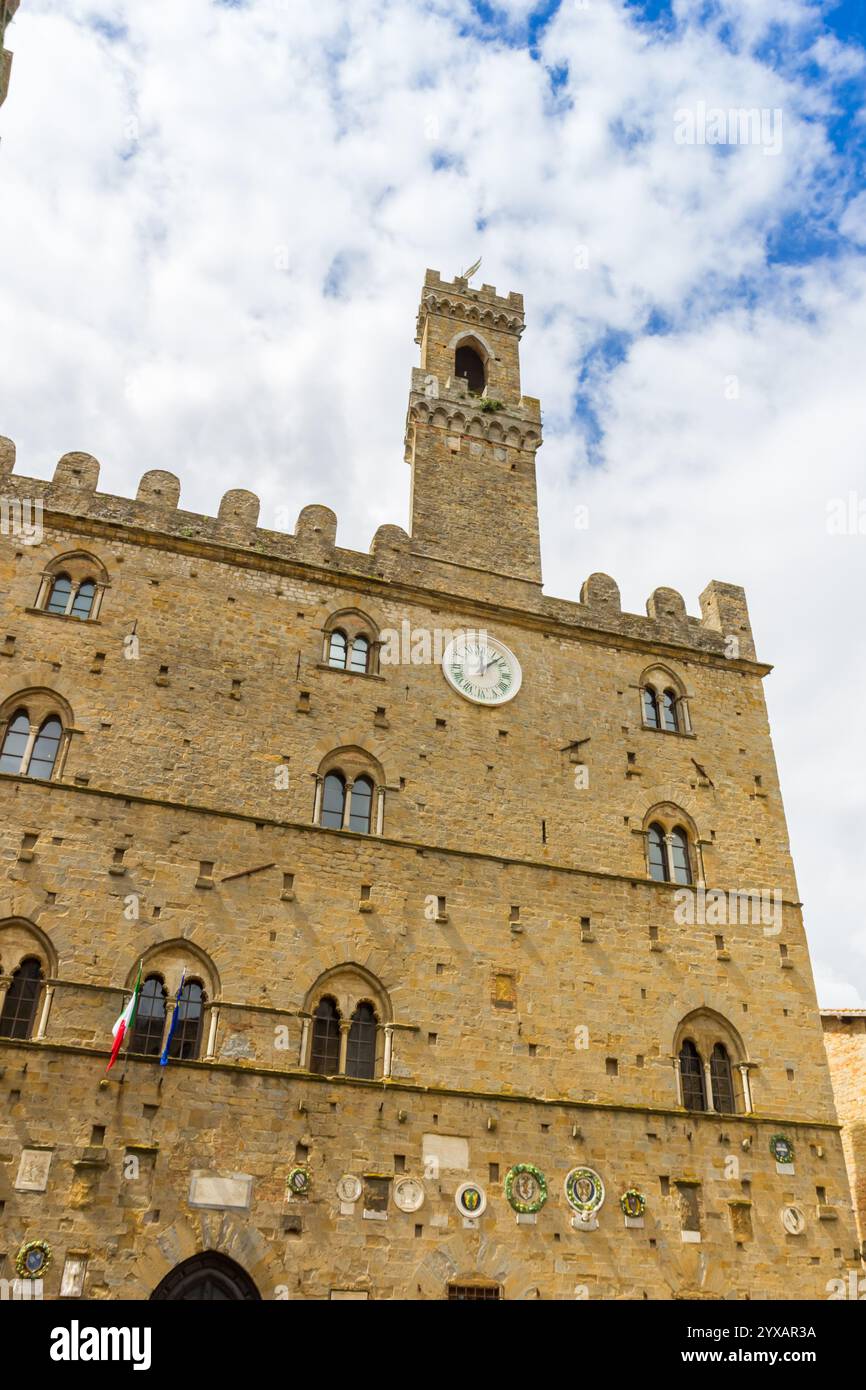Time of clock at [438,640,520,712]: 12:07
